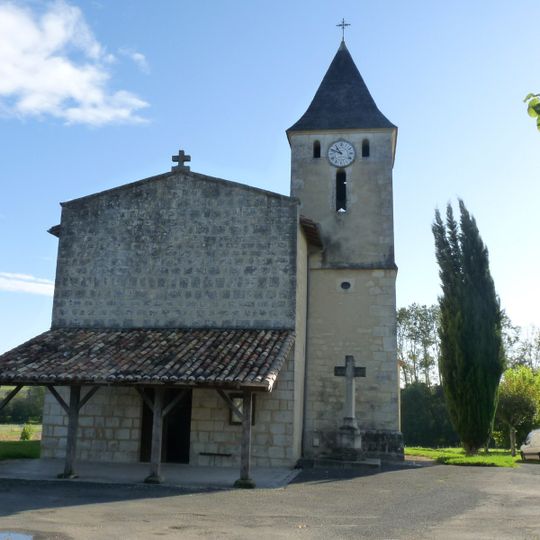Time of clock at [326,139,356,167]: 10:48
